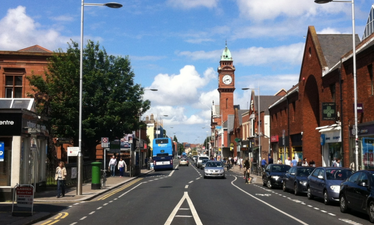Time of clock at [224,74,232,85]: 2:40
